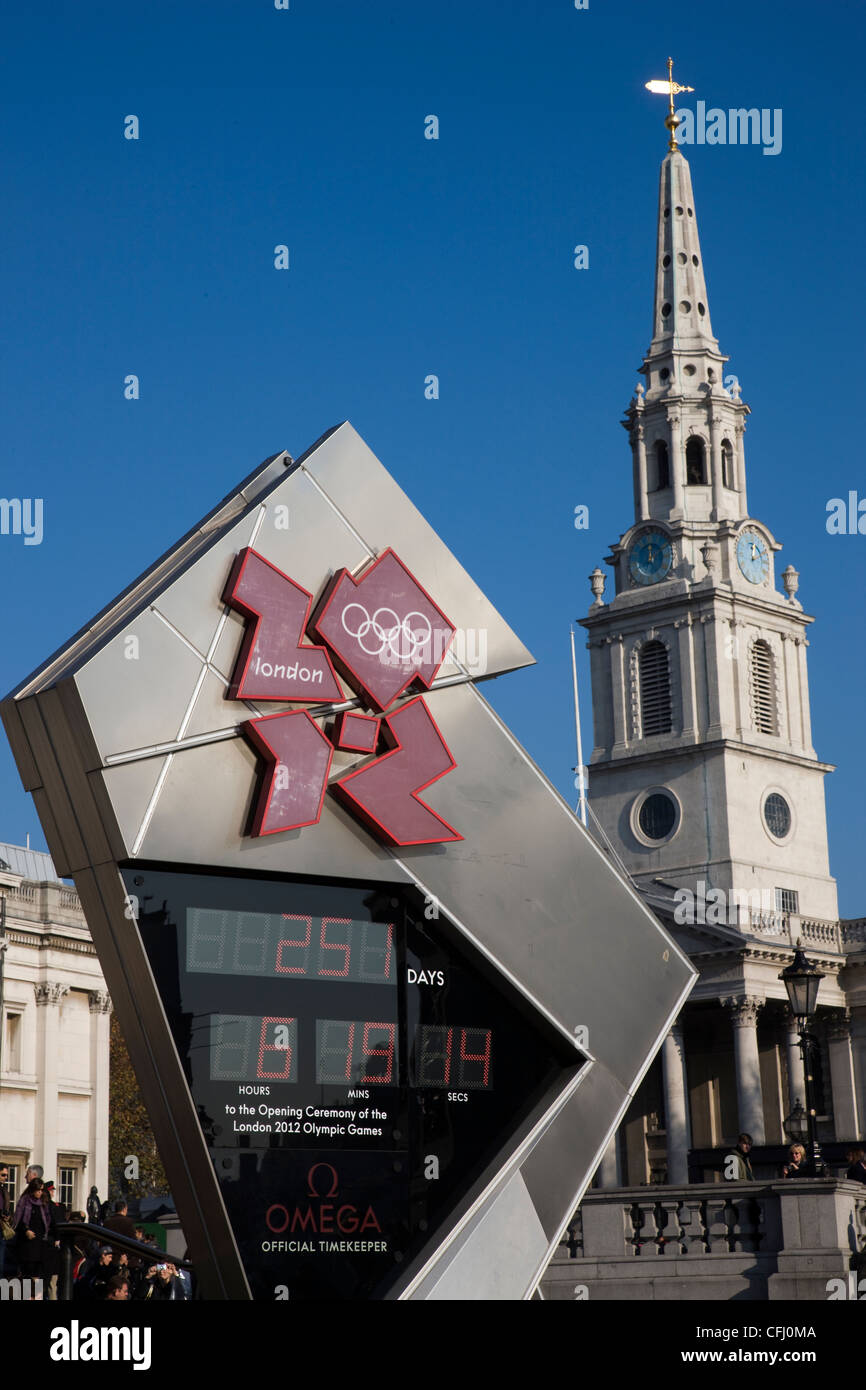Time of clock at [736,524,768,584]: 12:10
